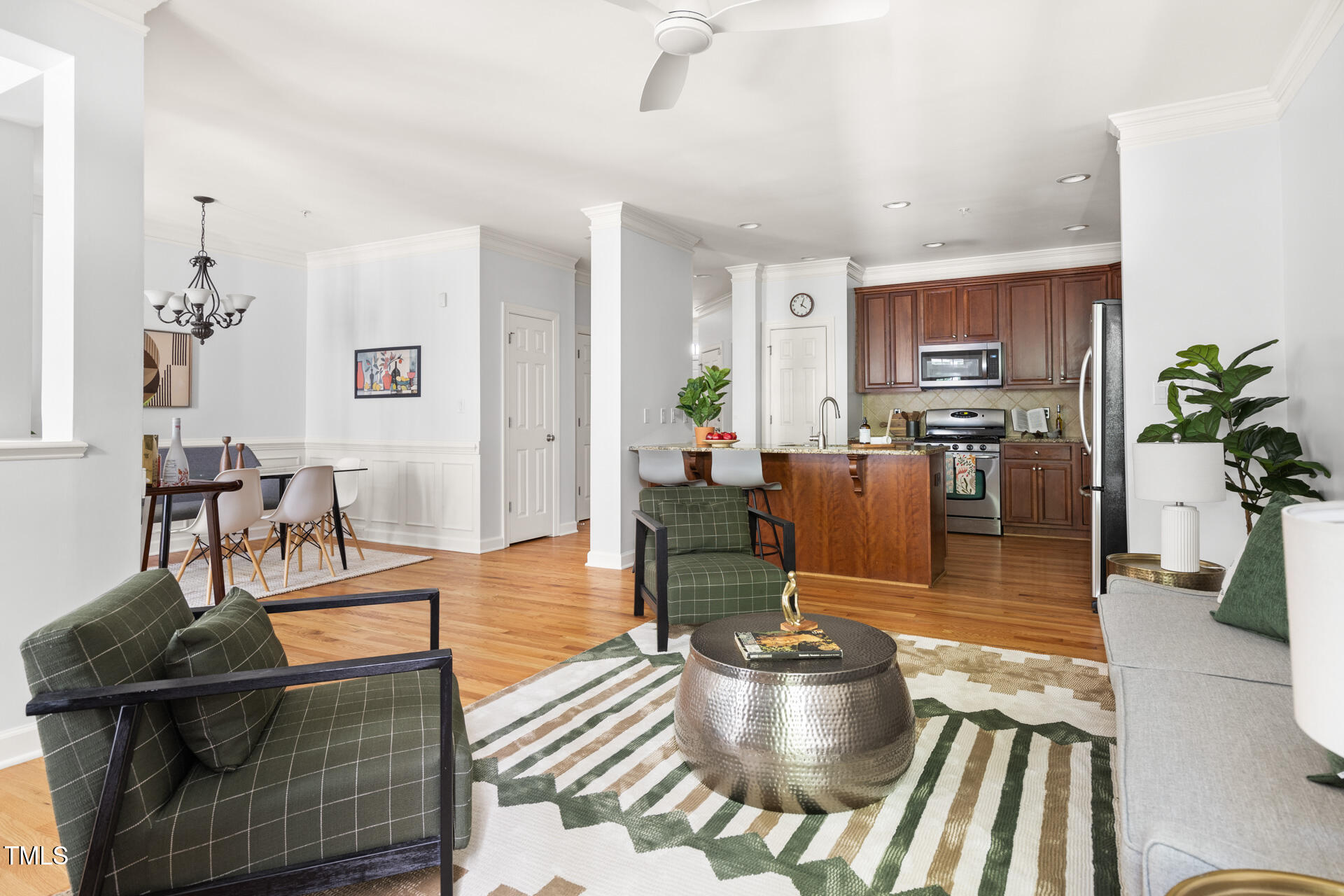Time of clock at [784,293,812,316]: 4:02
